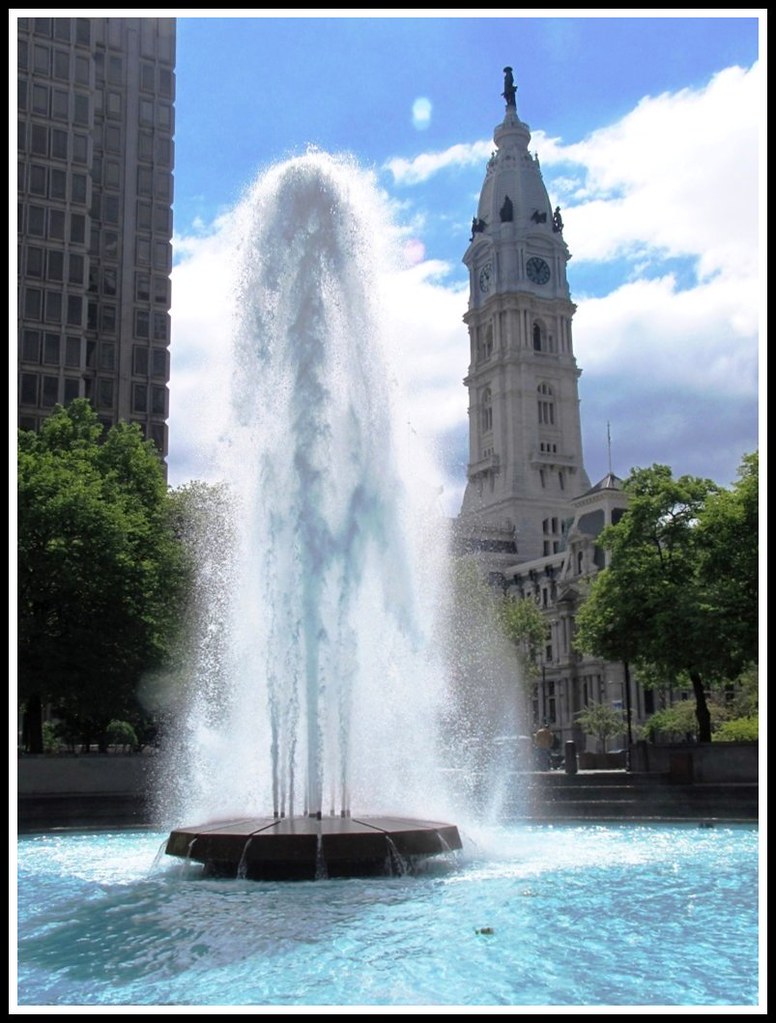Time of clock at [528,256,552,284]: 11:05
